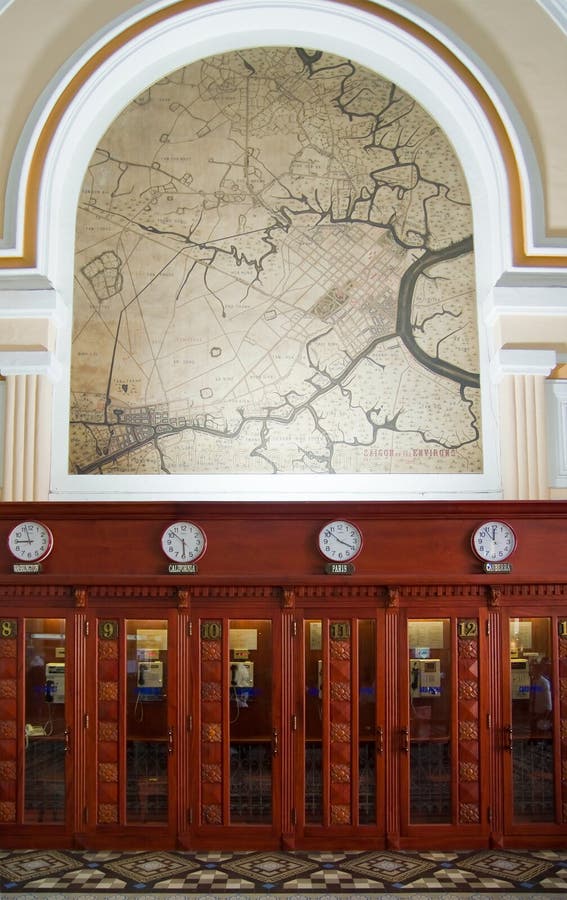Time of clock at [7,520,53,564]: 8:57
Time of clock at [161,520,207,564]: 5:52
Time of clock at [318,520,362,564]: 3:52
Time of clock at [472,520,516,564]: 11:53
